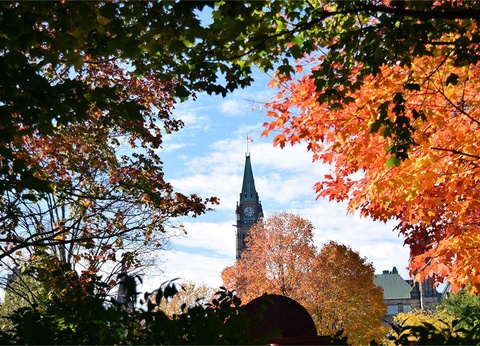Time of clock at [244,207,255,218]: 11:40
